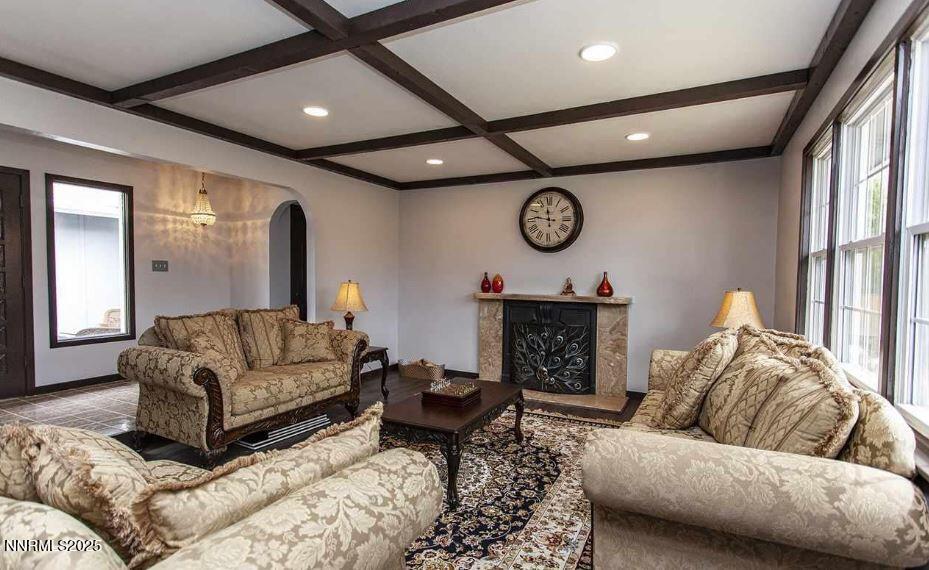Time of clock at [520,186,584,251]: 11:46
